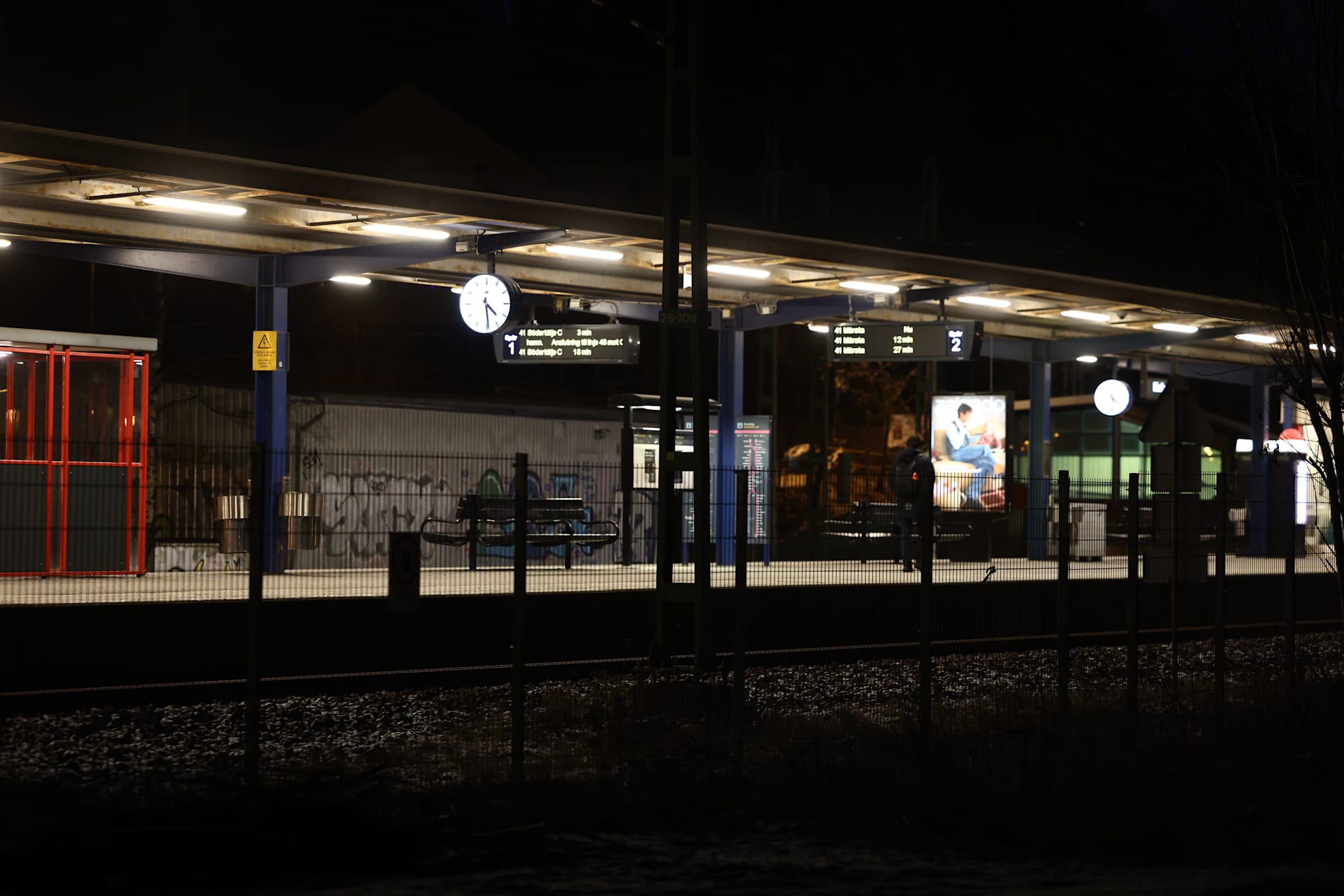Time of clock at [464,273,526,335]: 4:29
